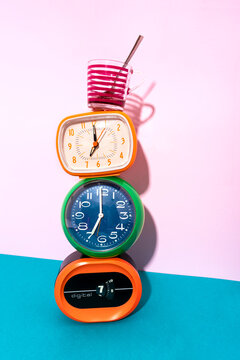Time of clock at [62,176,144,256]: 6:59
